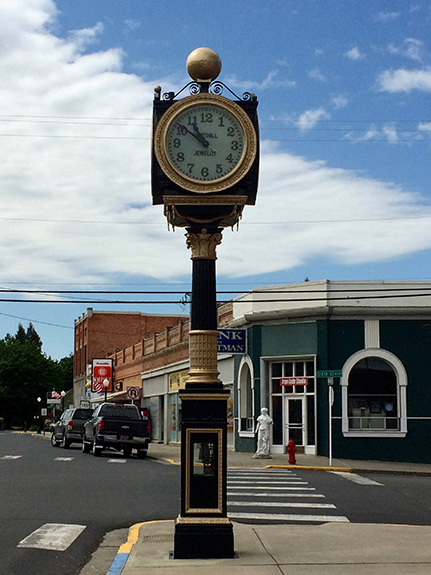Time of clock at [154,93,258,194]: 10:51
